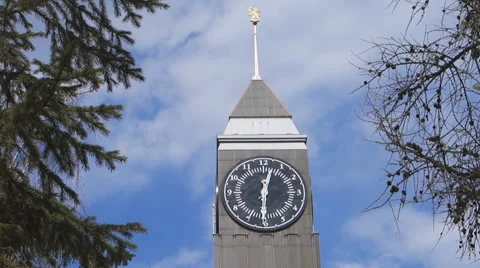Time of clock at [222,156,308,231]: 12:30
